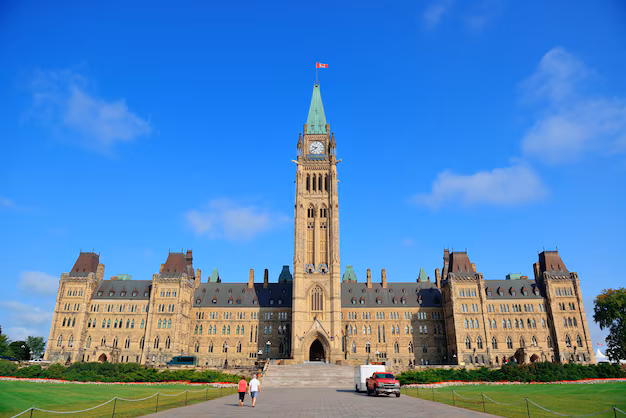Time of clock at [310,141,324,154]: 9:38
